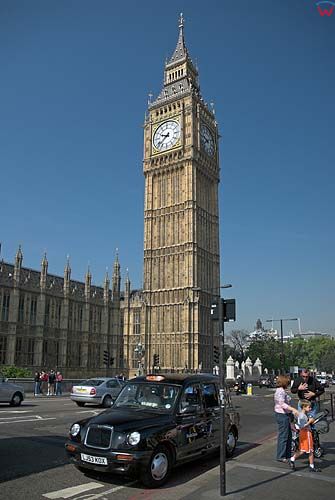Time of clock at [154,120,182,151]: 9:38
